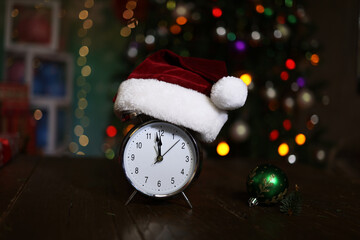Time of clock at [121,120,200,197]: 11:58
